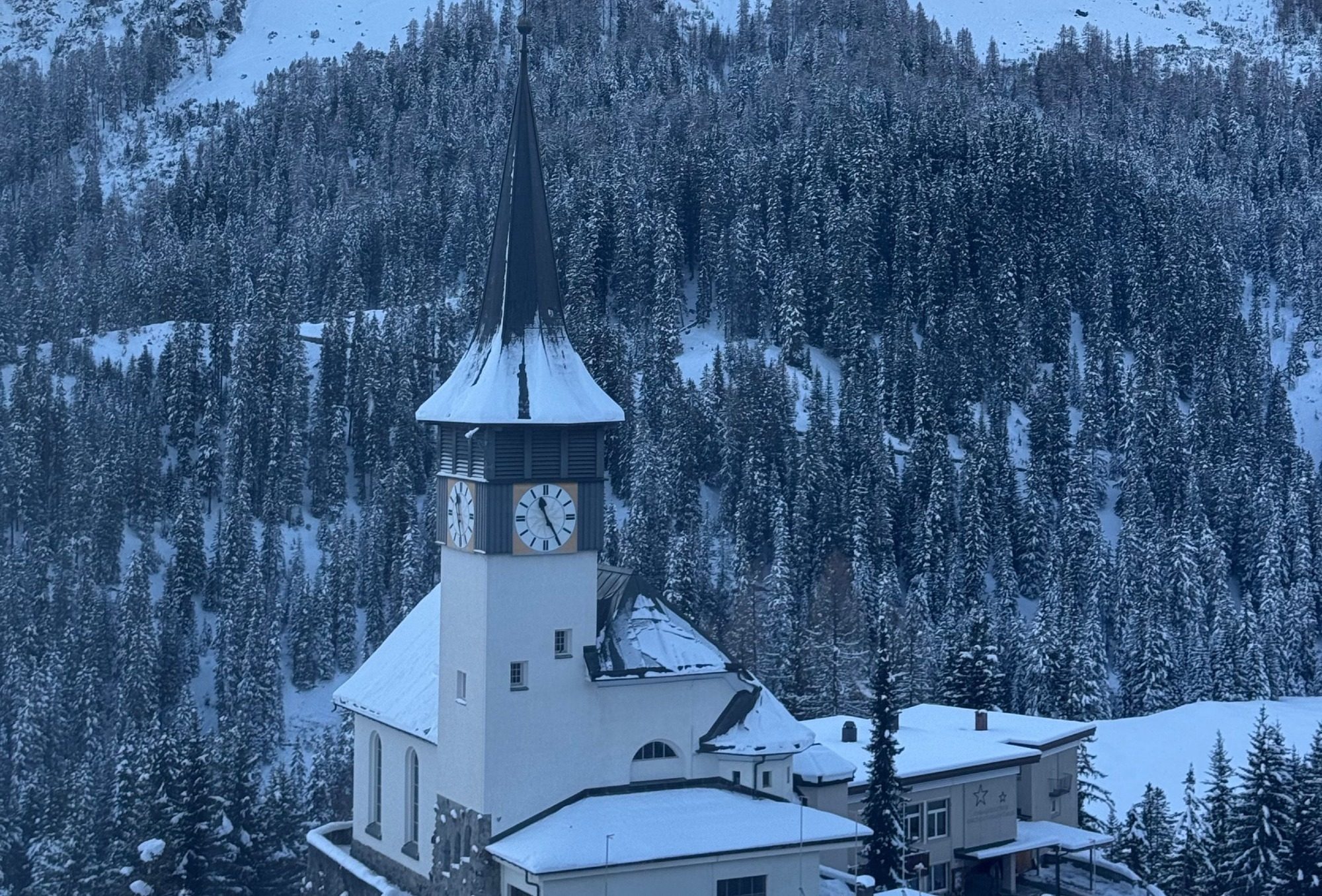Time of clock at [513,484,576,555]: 11:24
